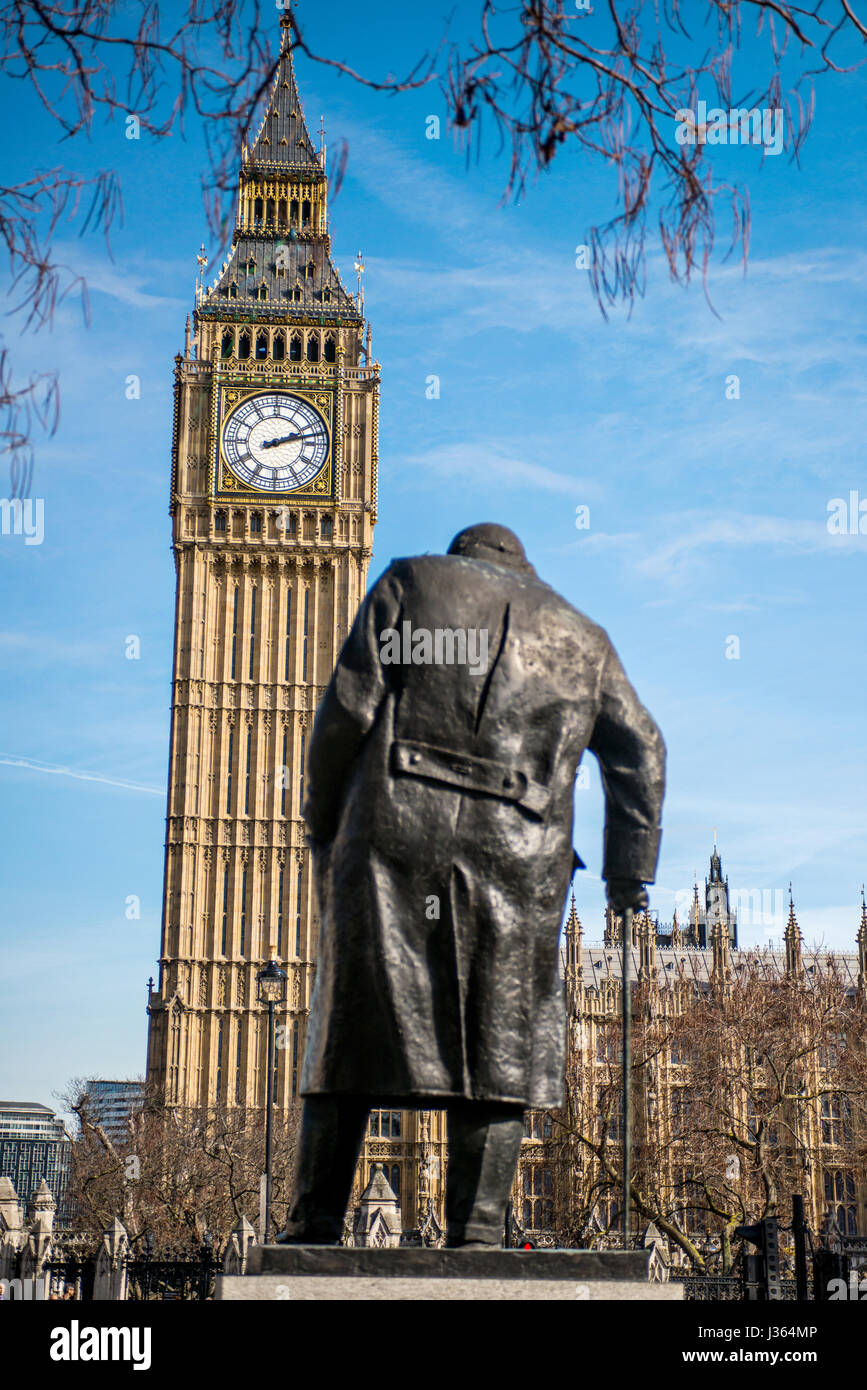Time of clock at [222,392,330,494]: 2:12
